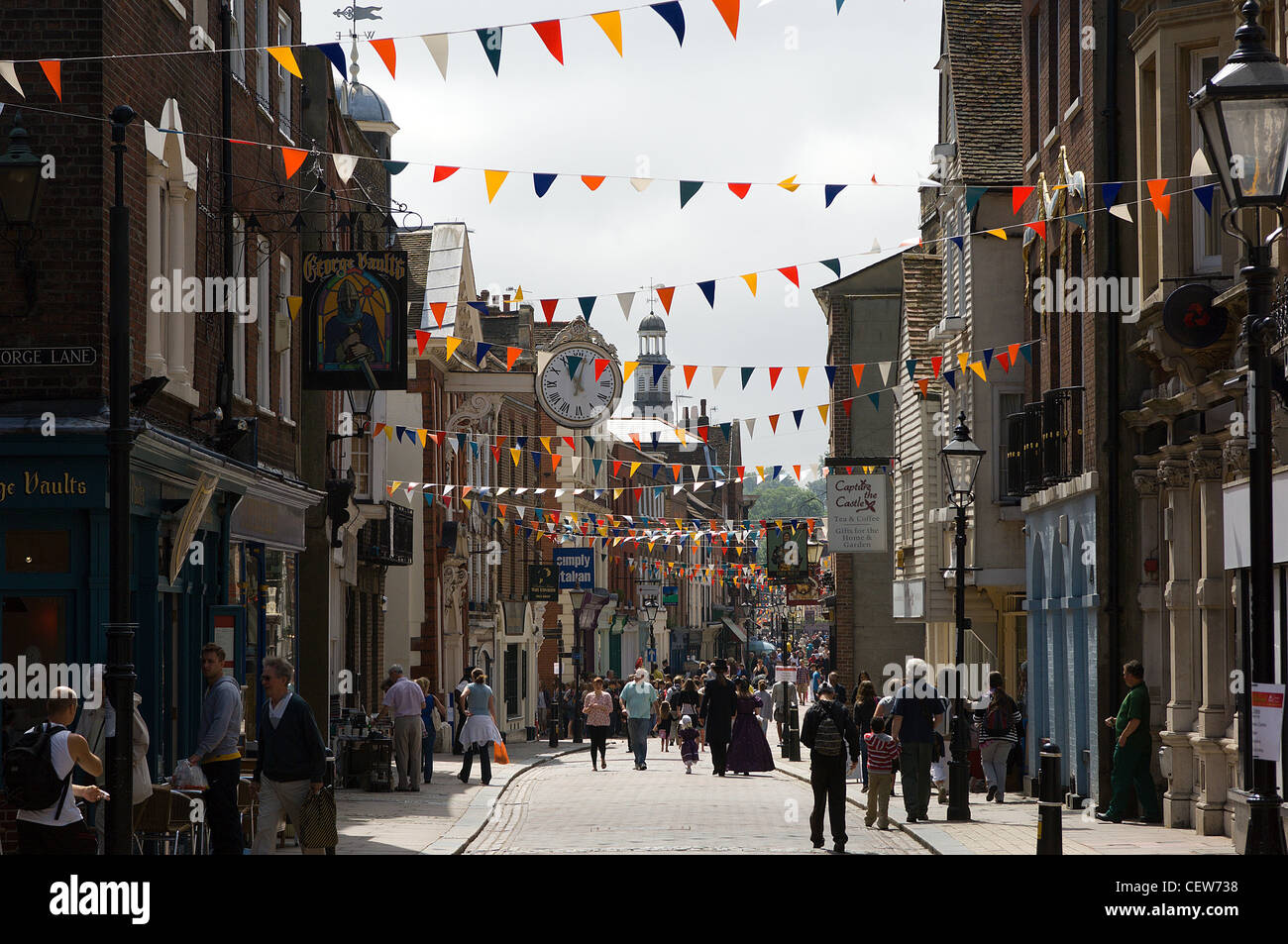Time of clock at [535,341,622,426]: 11:02
